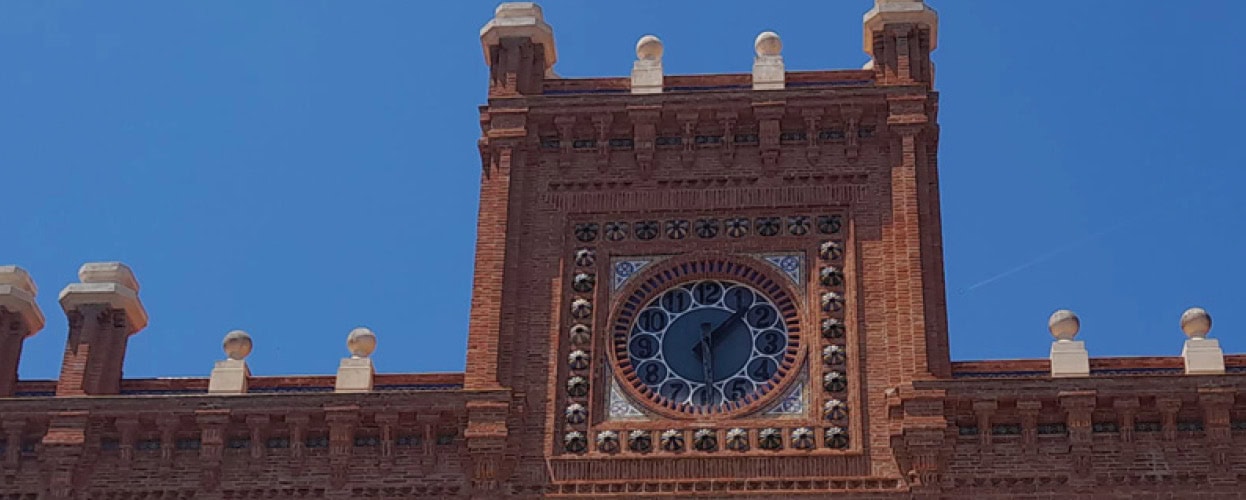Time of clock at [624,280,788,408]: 1:28
